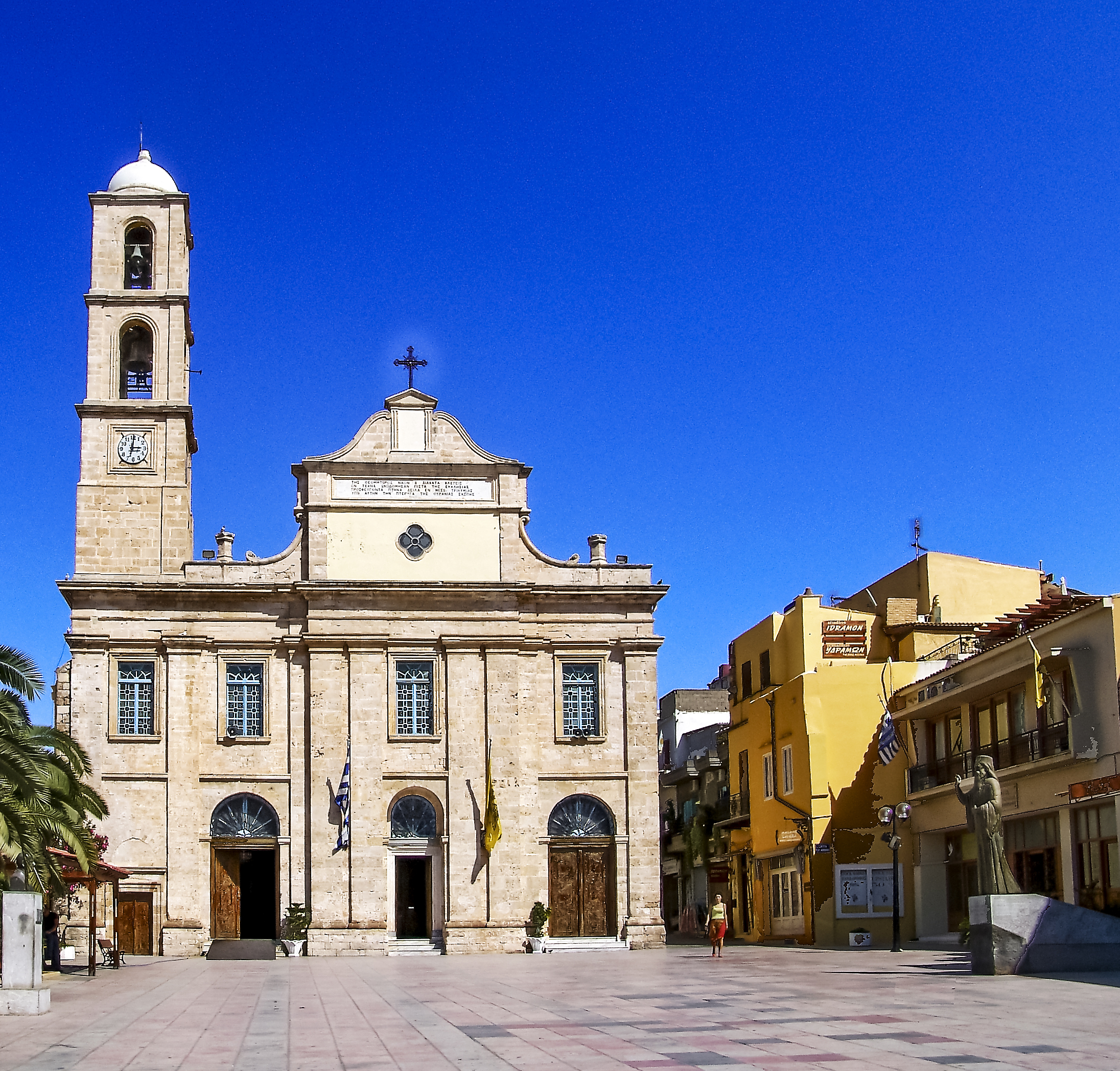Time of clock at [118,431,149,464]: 3:01
